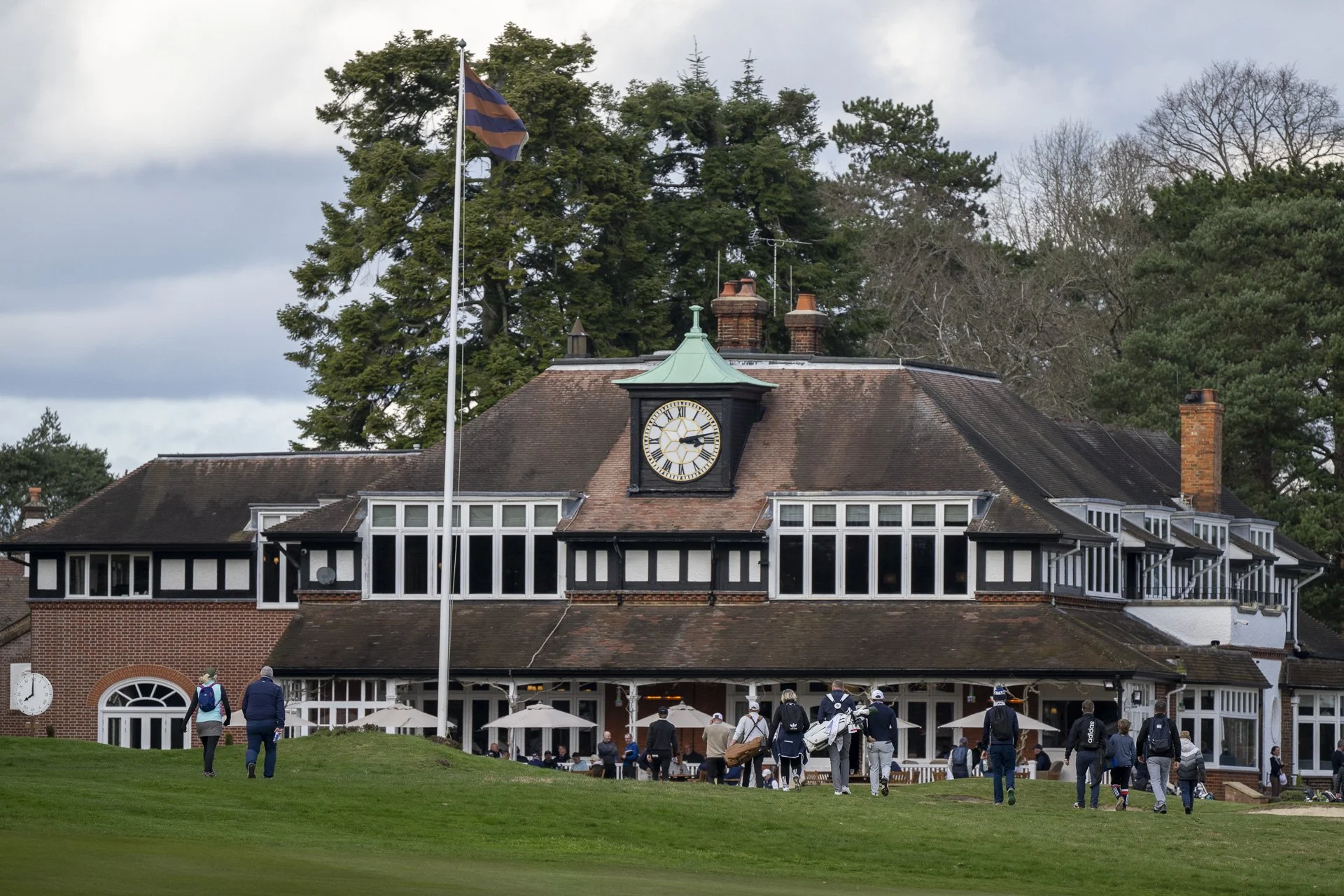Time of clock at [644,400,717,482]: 3:12
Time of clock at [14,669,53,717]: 8:00
